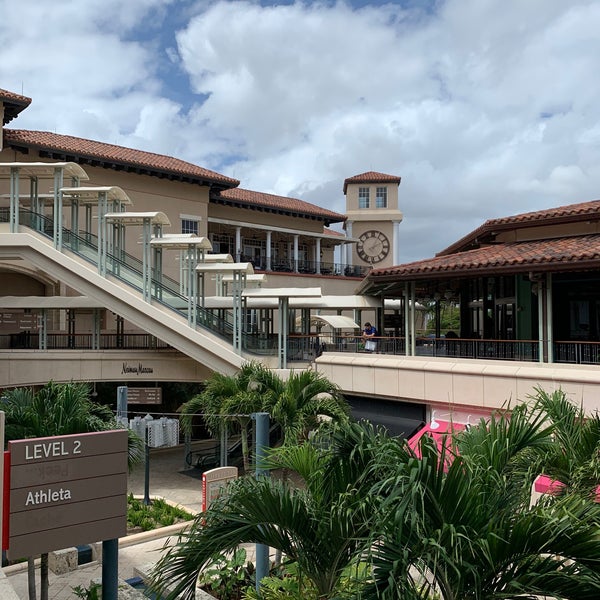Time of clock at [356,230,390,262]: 2:04
